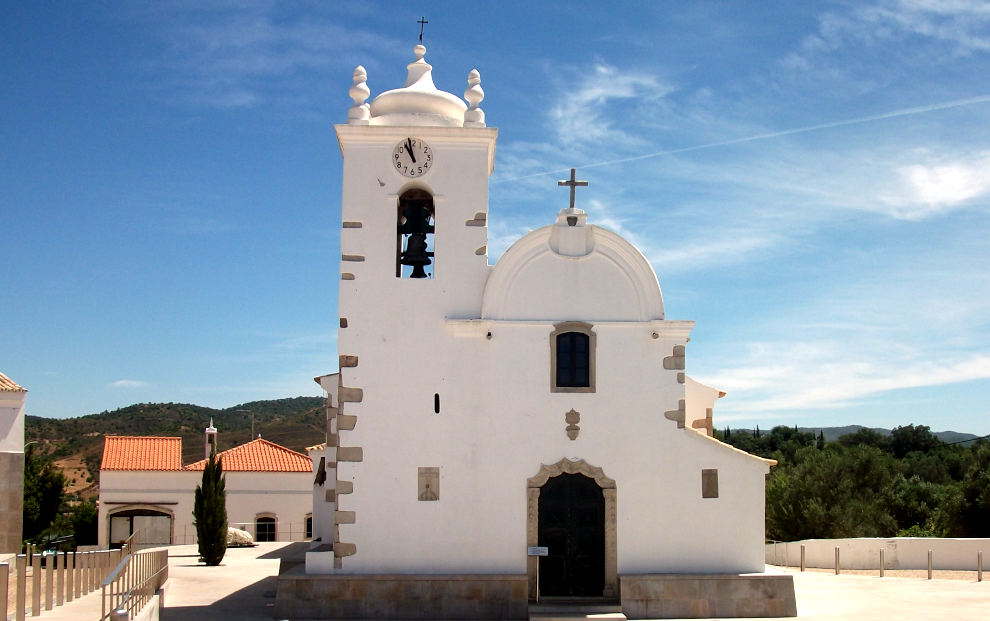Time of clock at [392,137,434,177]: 10:58
